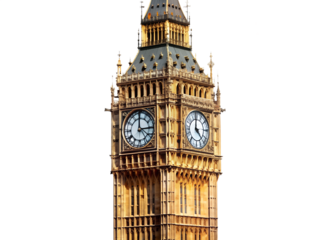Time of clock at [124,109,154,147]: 3:00
